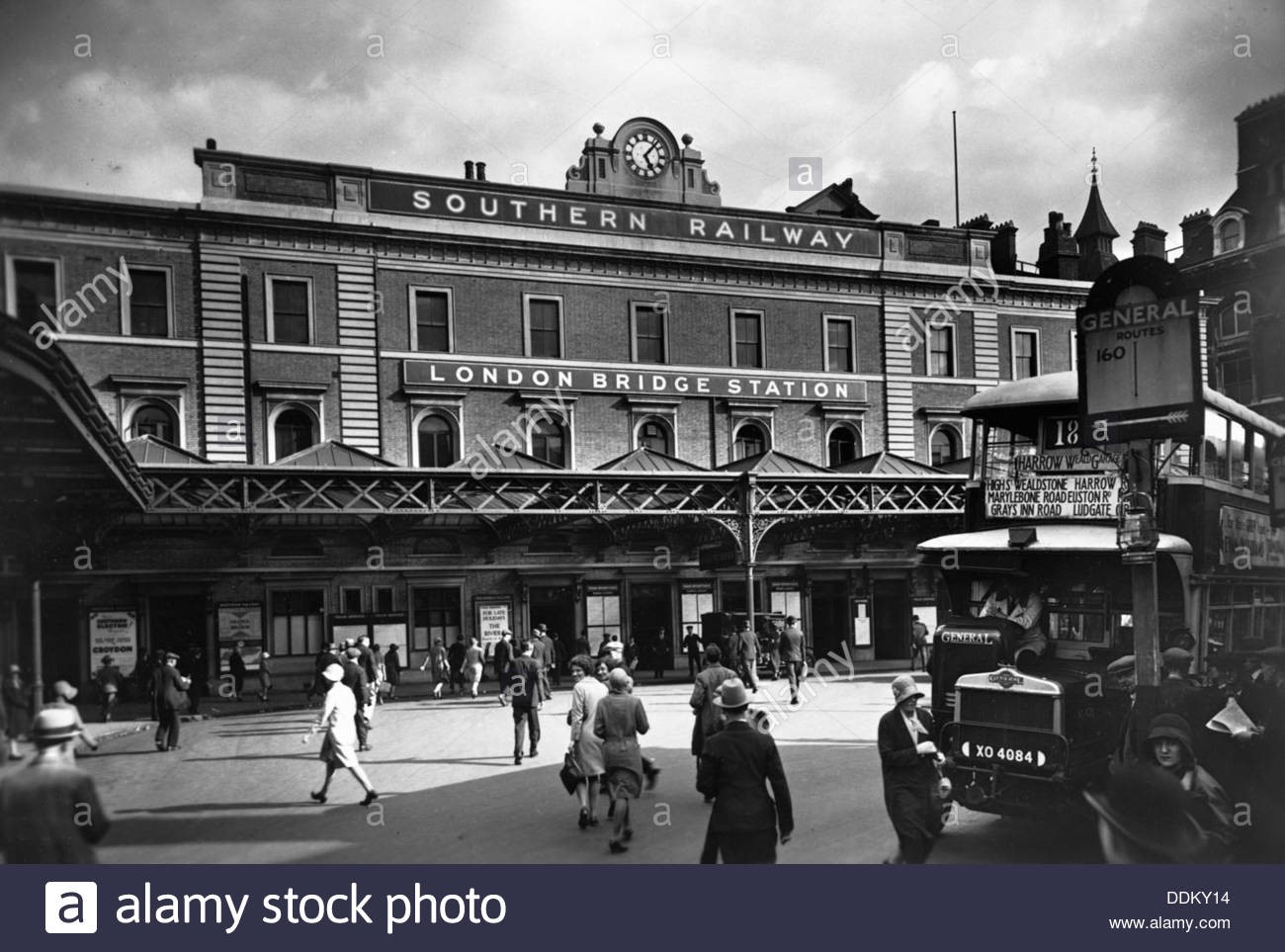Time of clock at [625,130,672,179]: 5:06
